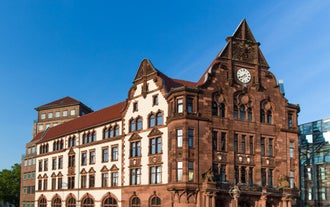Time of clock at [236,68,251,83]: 7:39
